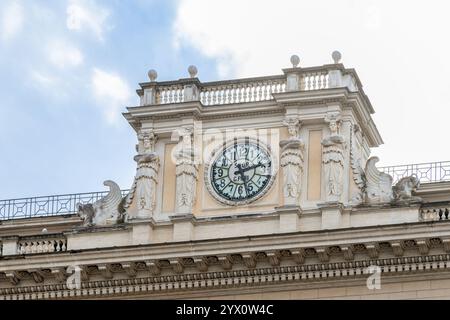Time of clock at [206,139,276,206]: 2:26
